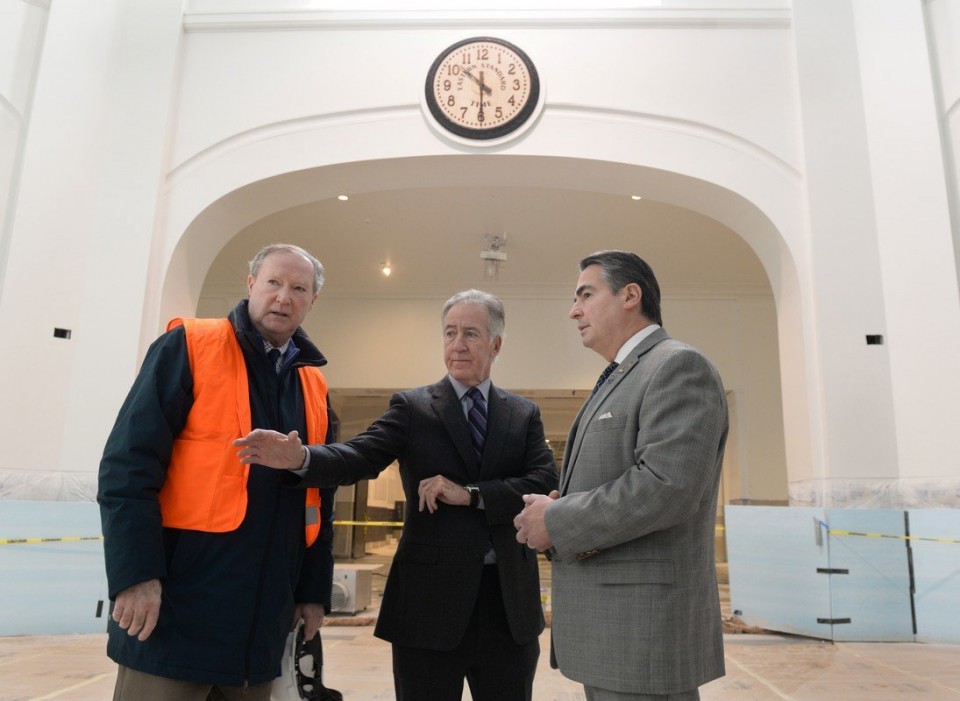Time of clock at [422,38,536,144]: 10:30
